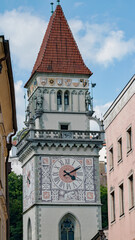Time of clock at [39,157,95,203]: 4:09
